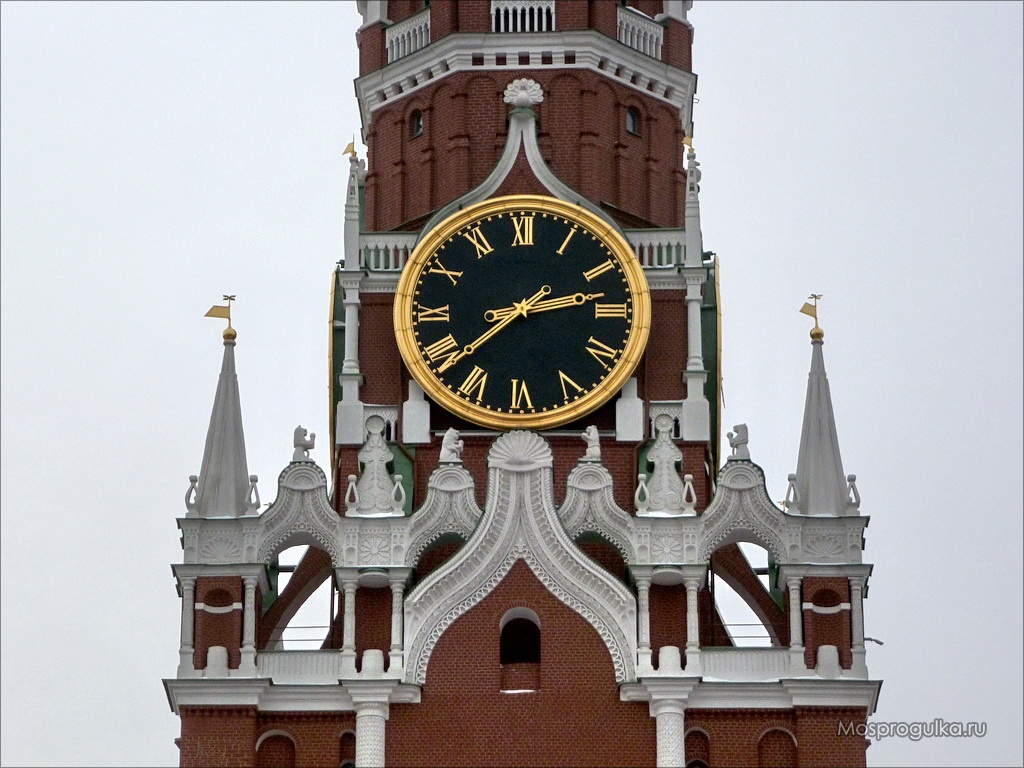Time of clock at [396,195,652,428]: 2:38
